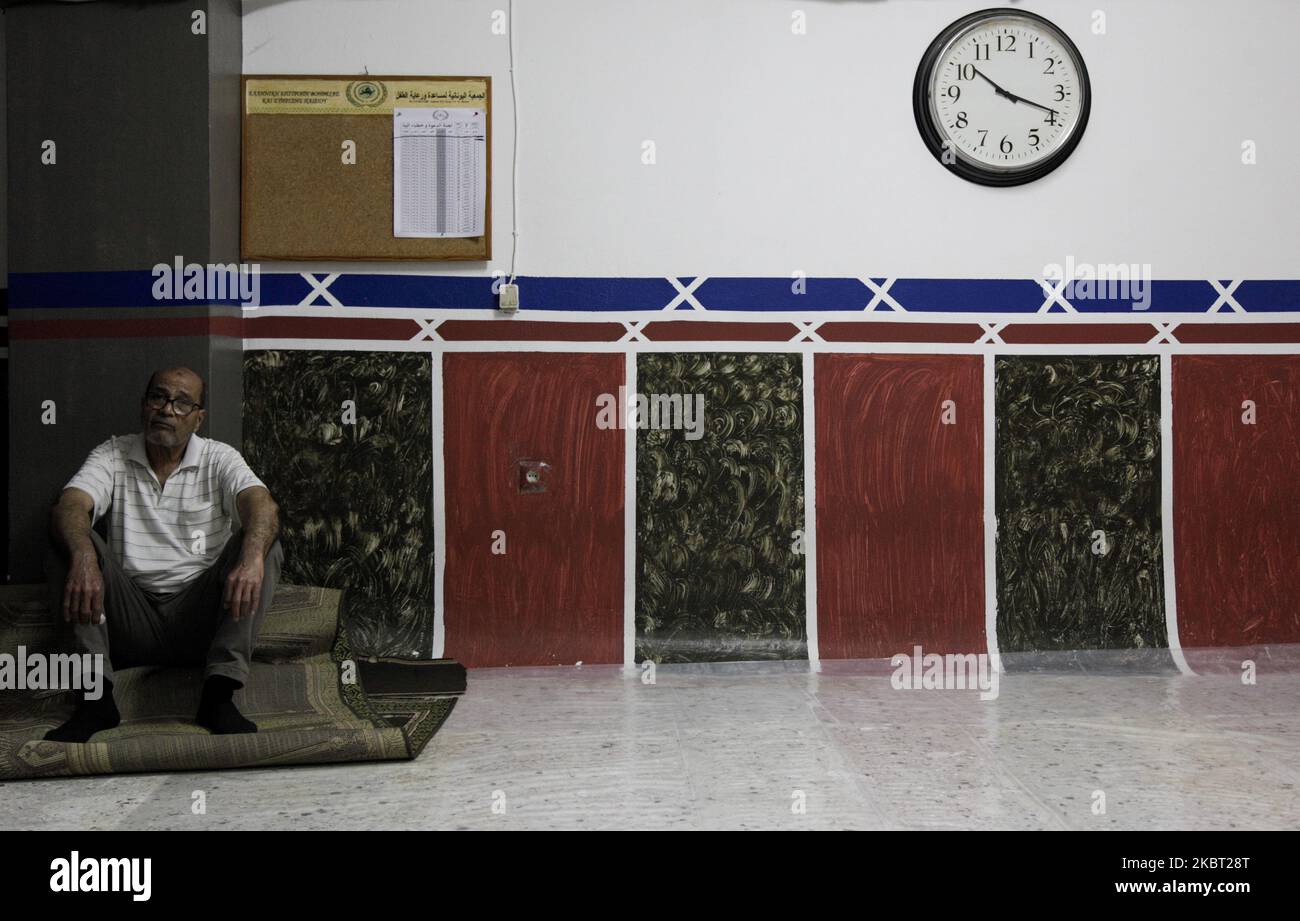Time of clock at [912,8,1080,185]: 10:18
